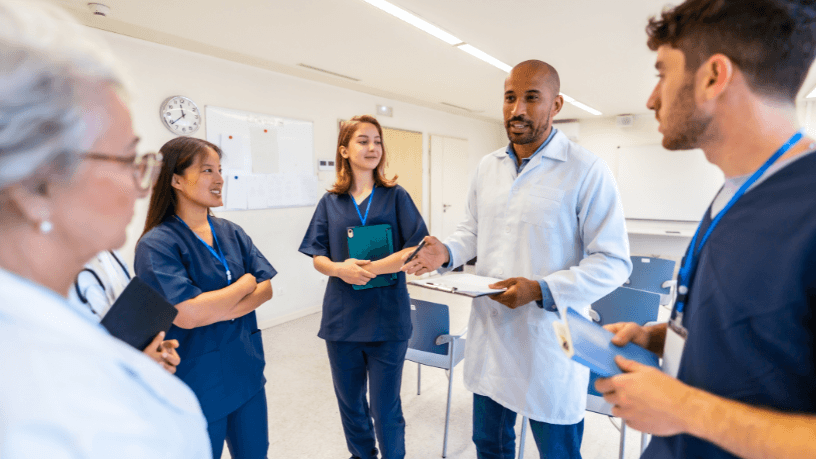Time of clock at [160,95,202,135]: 11:38
